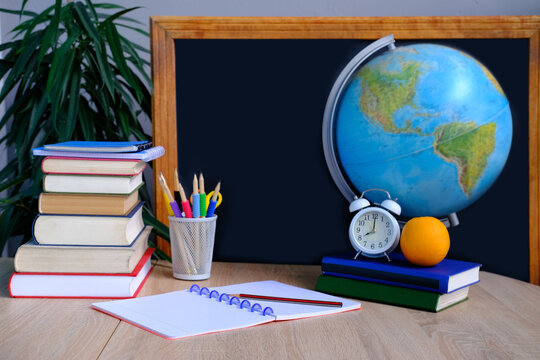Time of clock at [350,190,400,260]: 8:00
